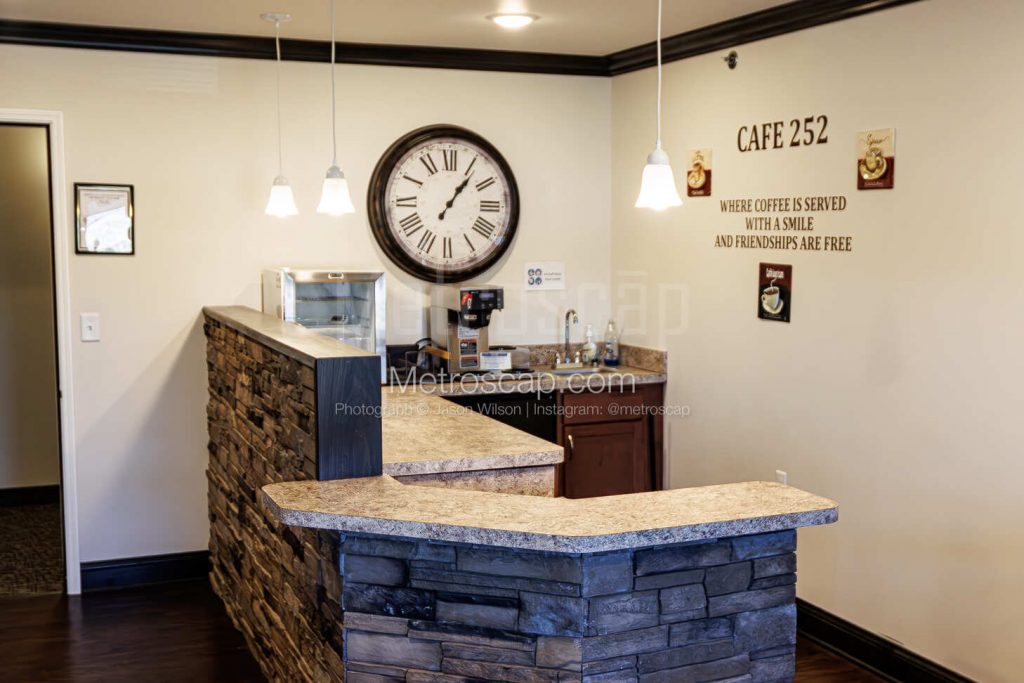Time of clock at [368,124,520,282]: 1:06
